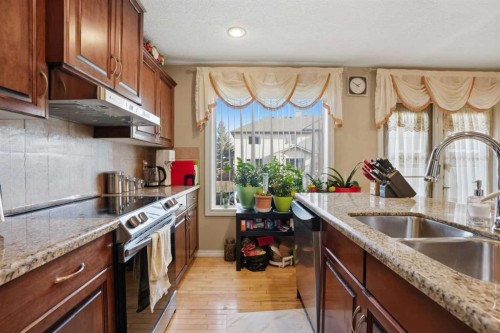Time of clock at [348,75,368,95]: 1:51
